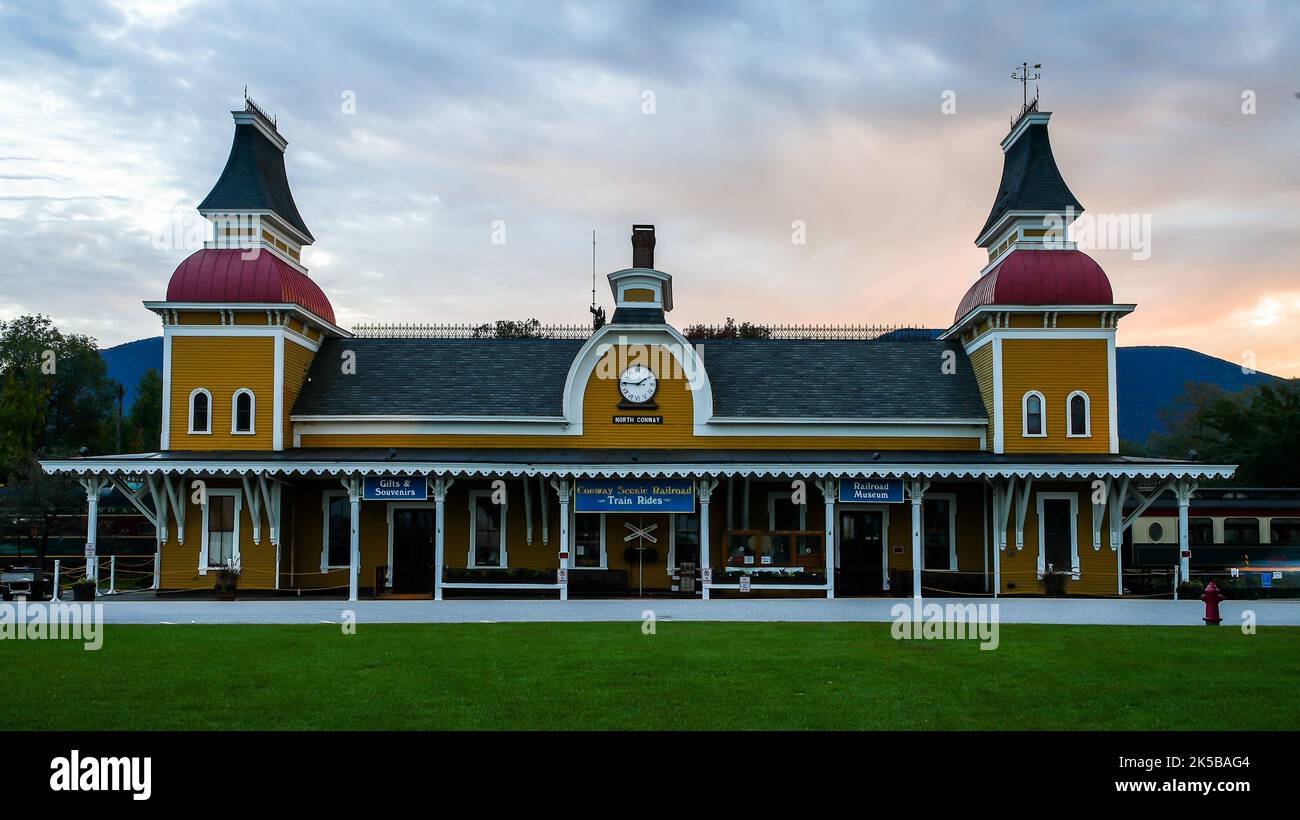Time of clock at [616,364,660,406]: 1:45
